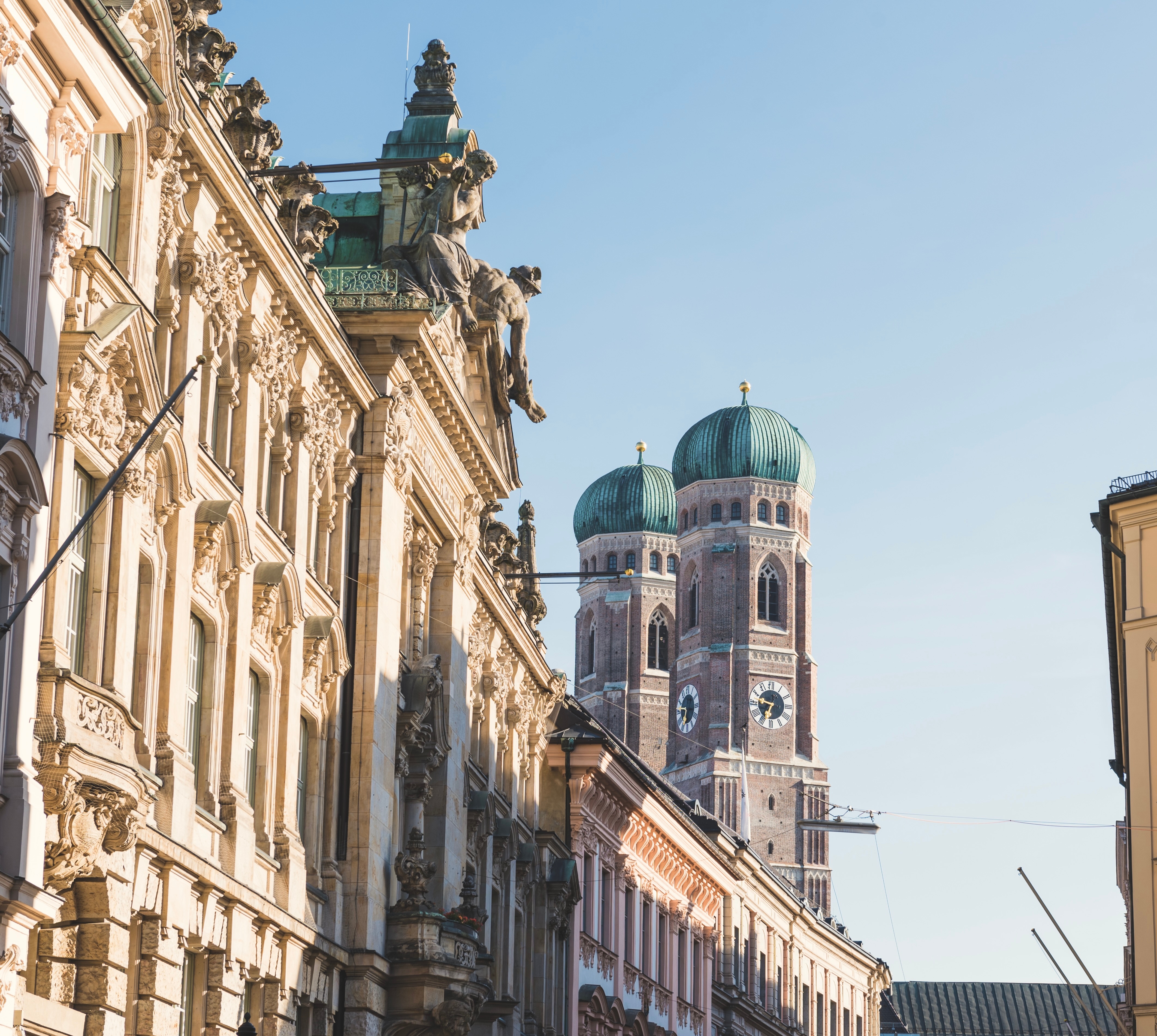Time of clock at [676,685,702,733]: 6:46
